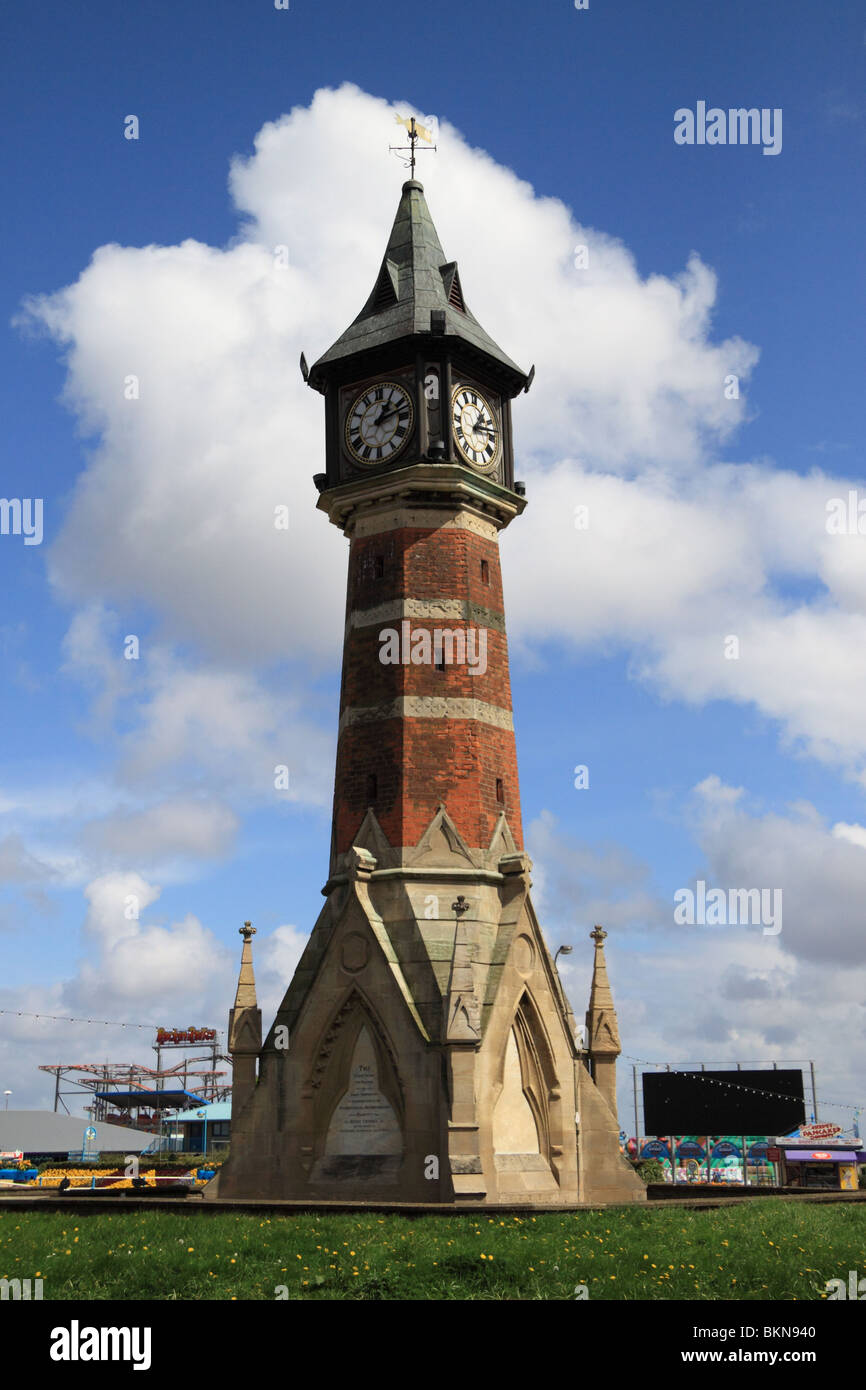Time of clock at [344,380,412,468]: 1:12
